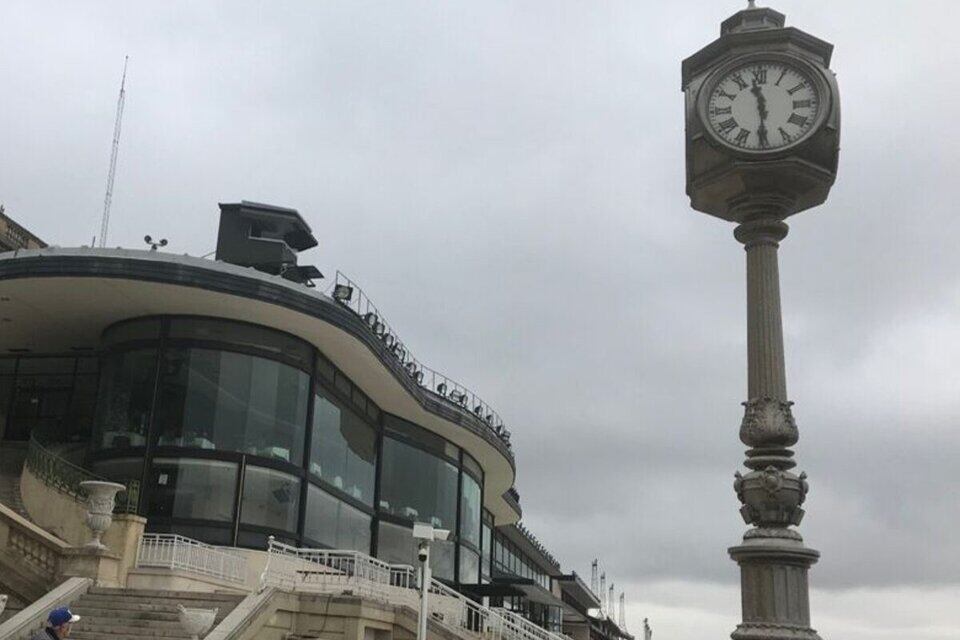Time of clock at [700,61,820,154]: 11:29
